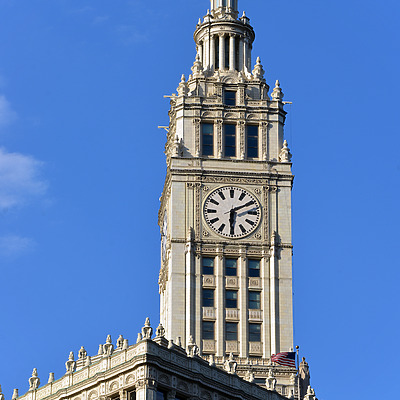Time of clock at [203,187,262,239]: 6:10
